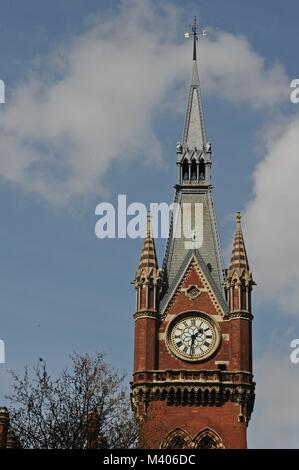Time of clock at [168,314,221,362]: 1:31
